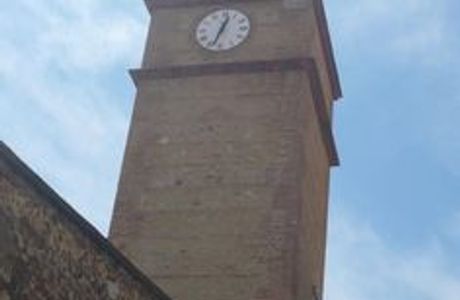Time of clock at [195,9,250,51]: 12:33
